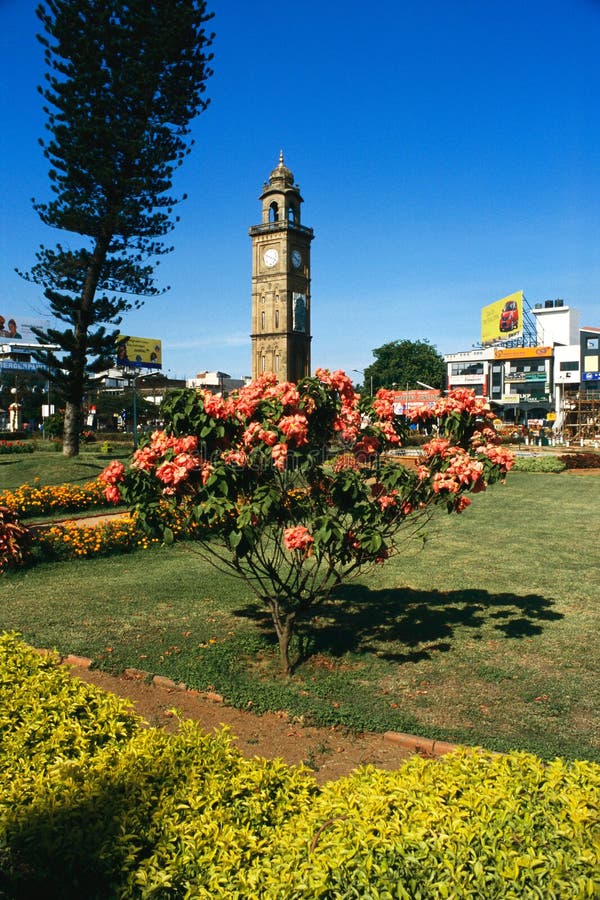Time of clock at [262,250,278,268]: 3:48
